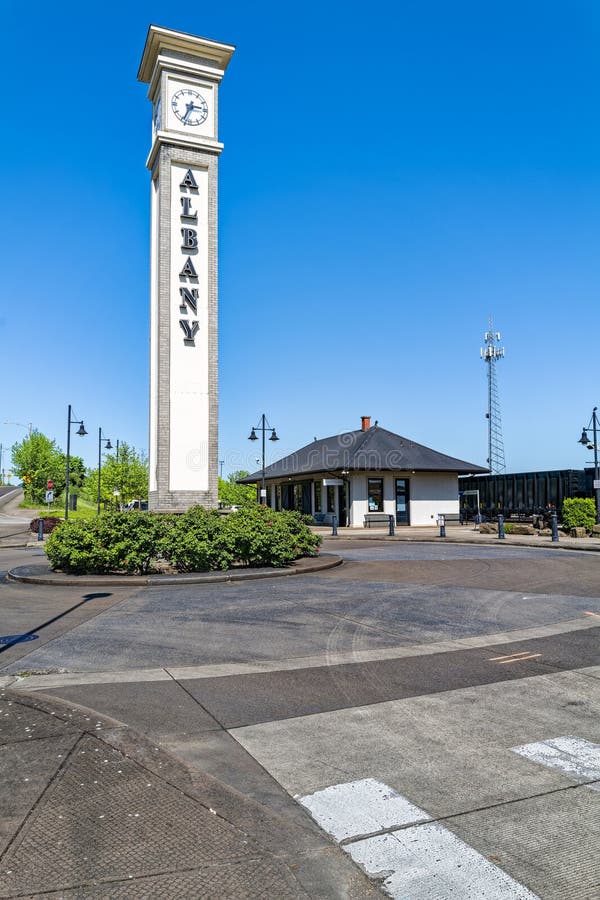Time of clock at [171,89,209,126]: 2:34
